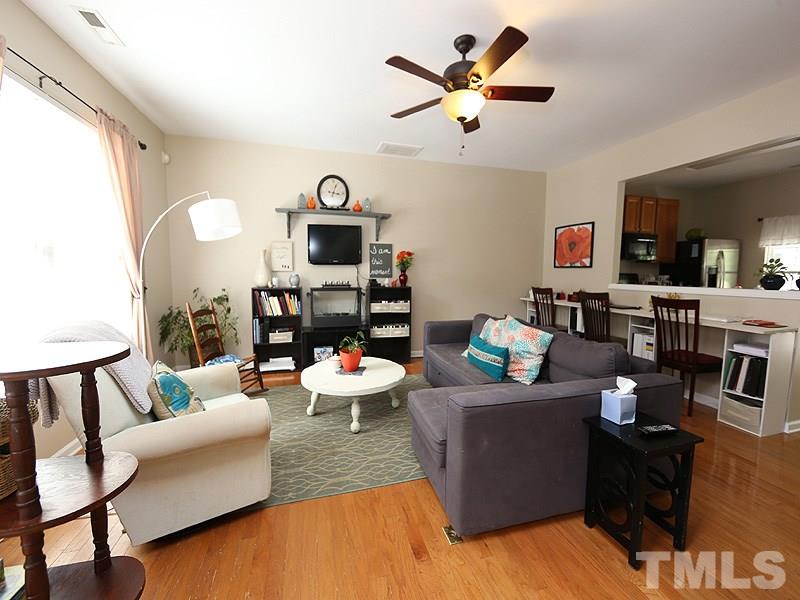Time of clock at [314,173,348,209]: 3:03
